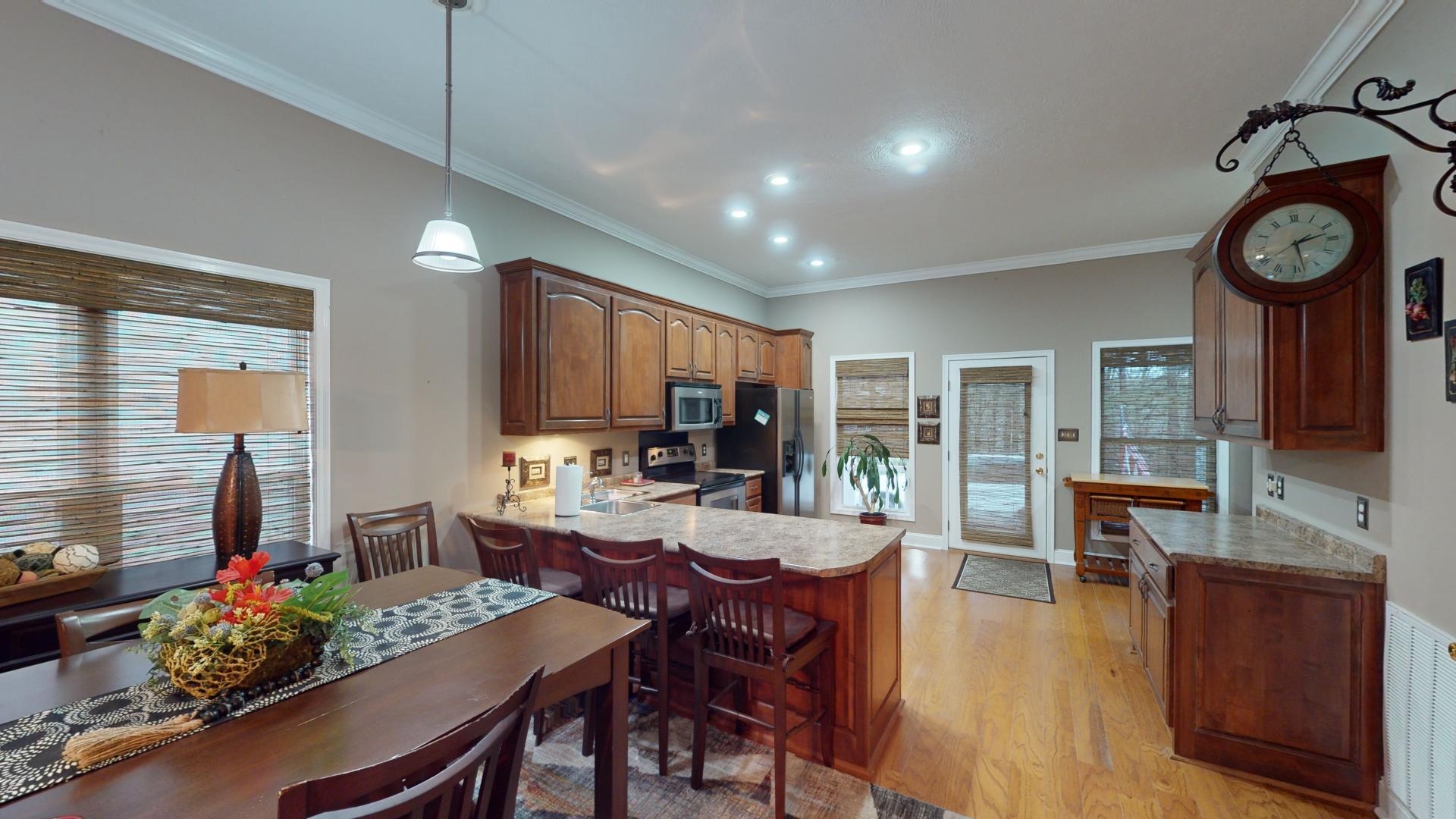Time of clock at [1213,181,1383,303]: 2:28
